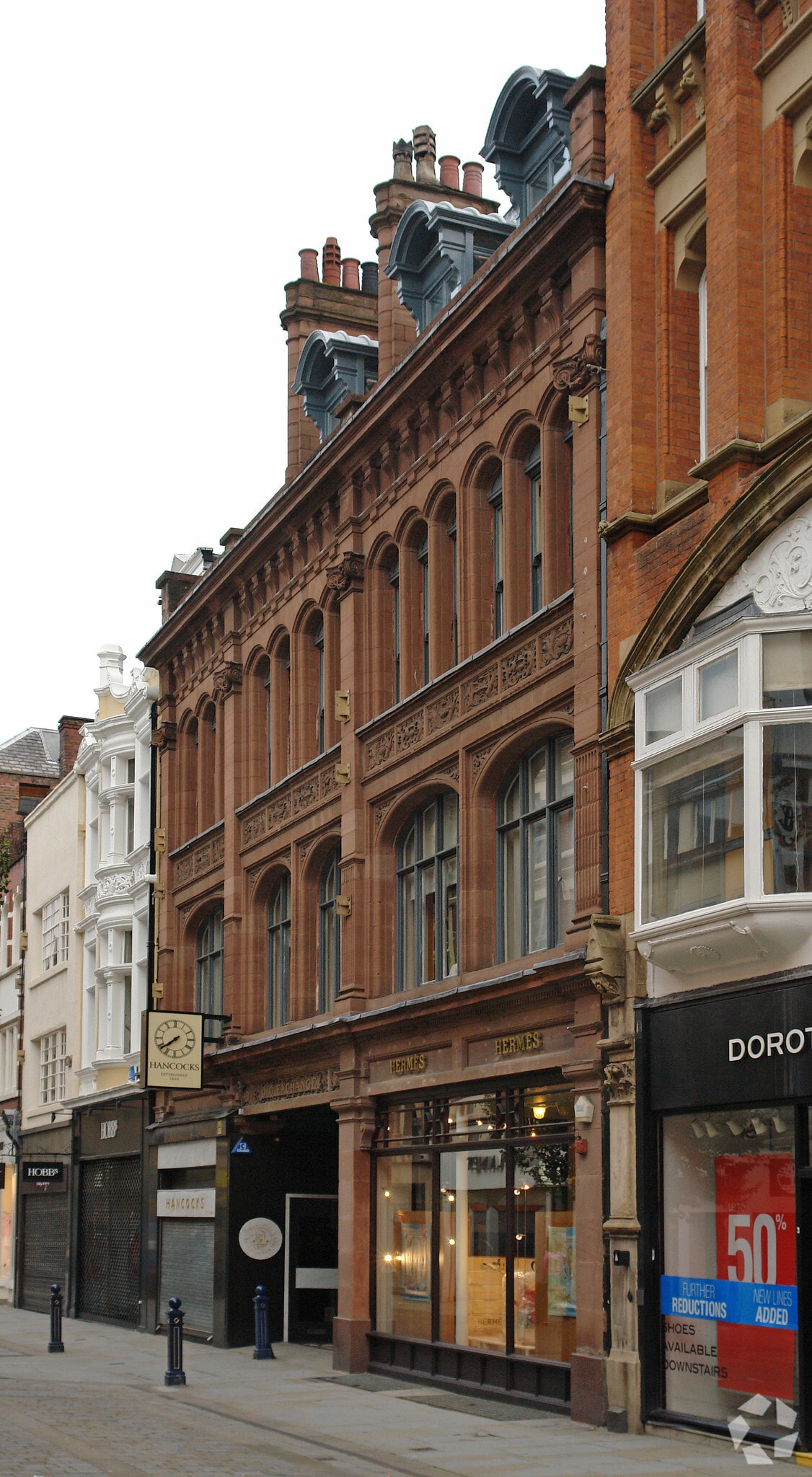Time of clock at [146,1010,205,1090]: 7:39
